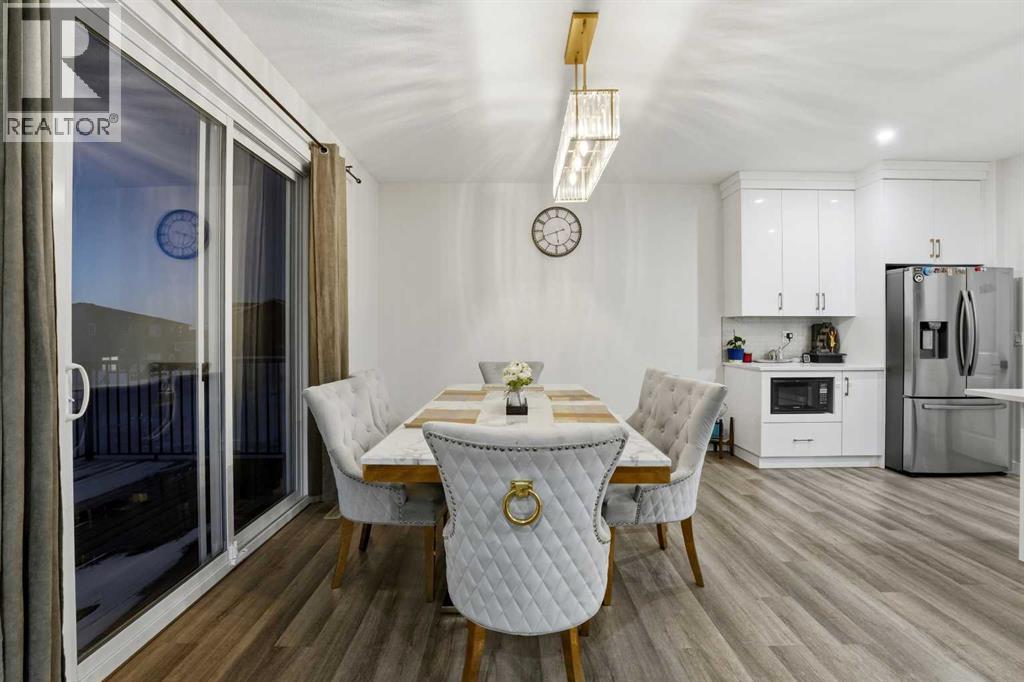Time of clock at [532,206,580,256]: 5:41
